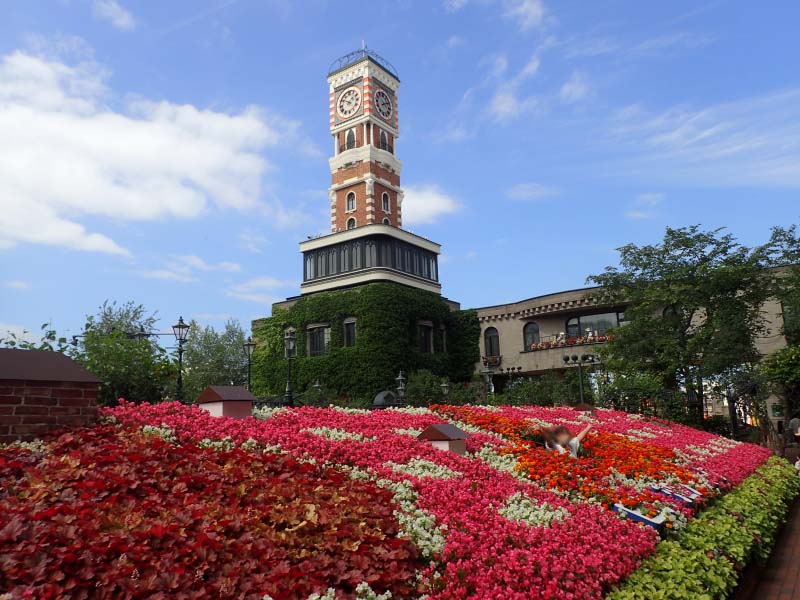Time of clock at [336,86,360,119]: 1:50
